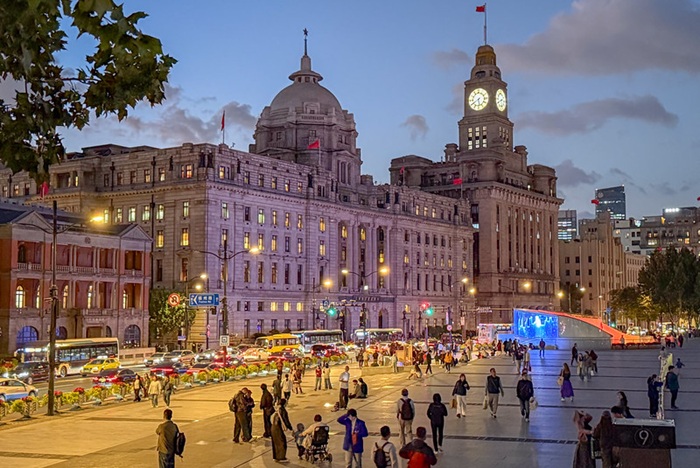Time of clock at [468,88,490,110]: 5:40
